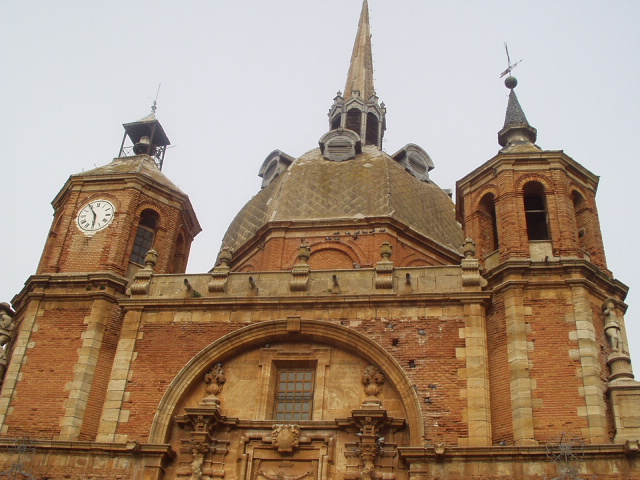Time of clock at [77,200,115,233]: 5:54
